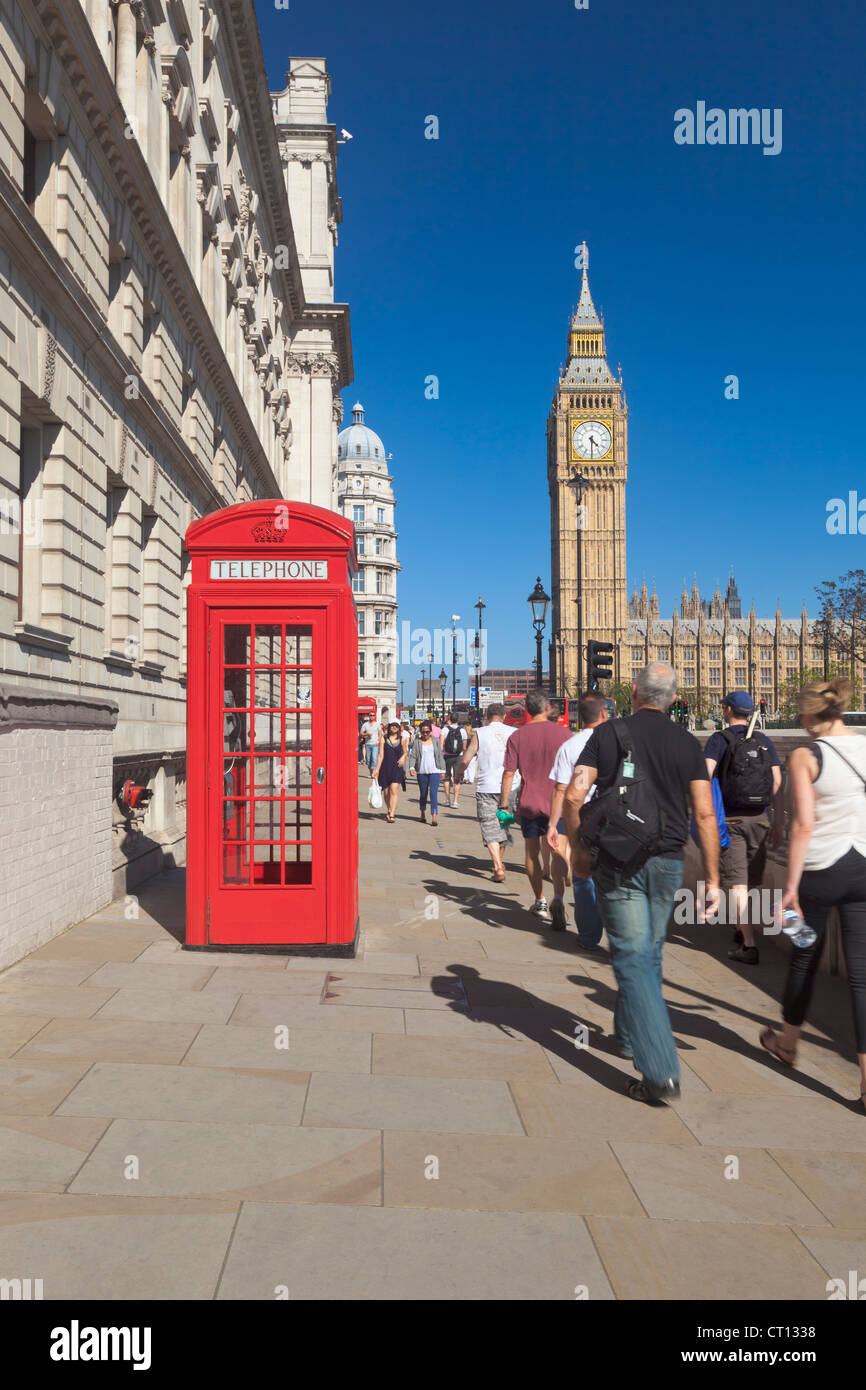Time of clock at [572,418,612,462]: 4:30
